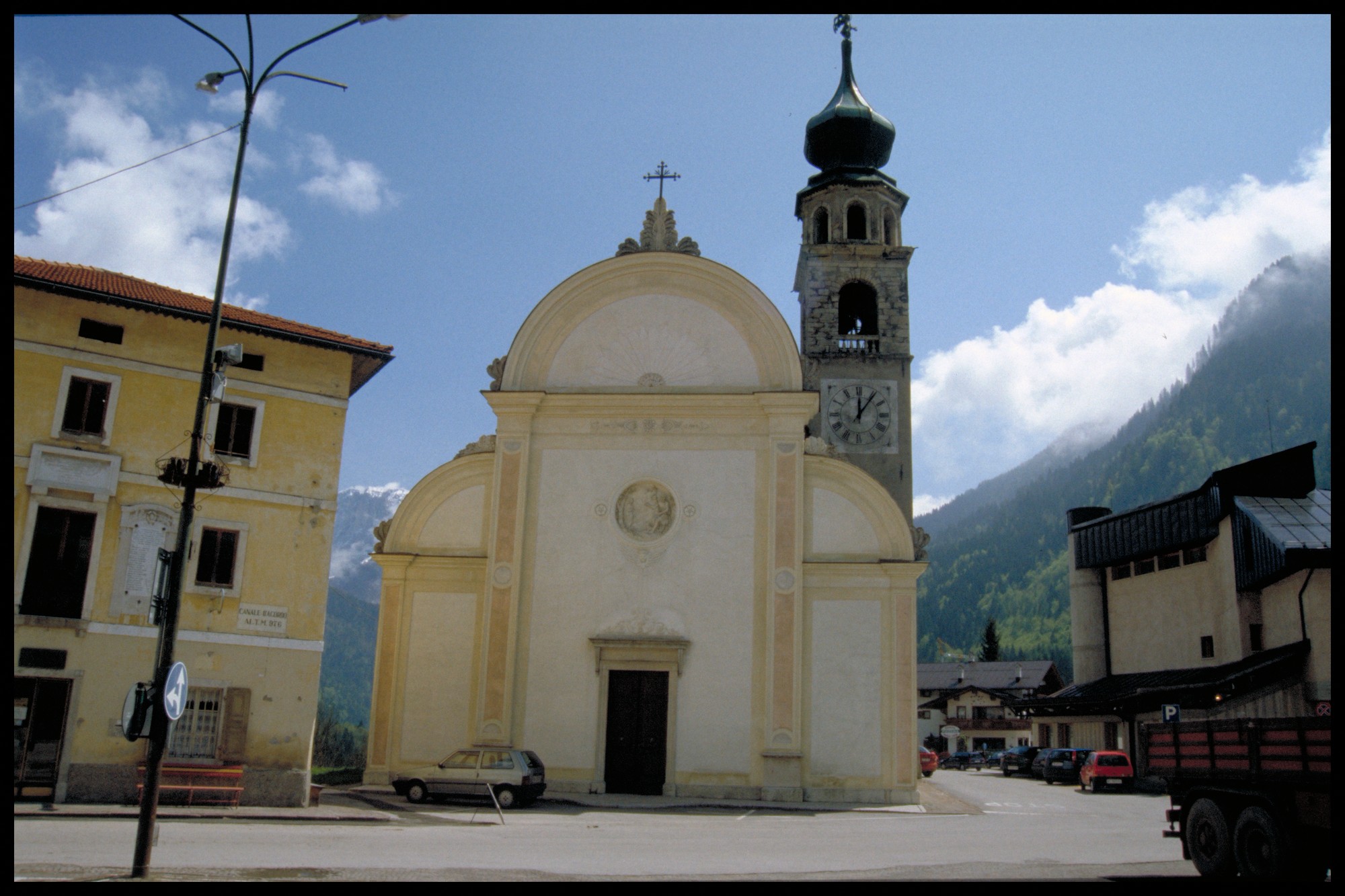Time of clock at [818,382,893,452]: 12:06
